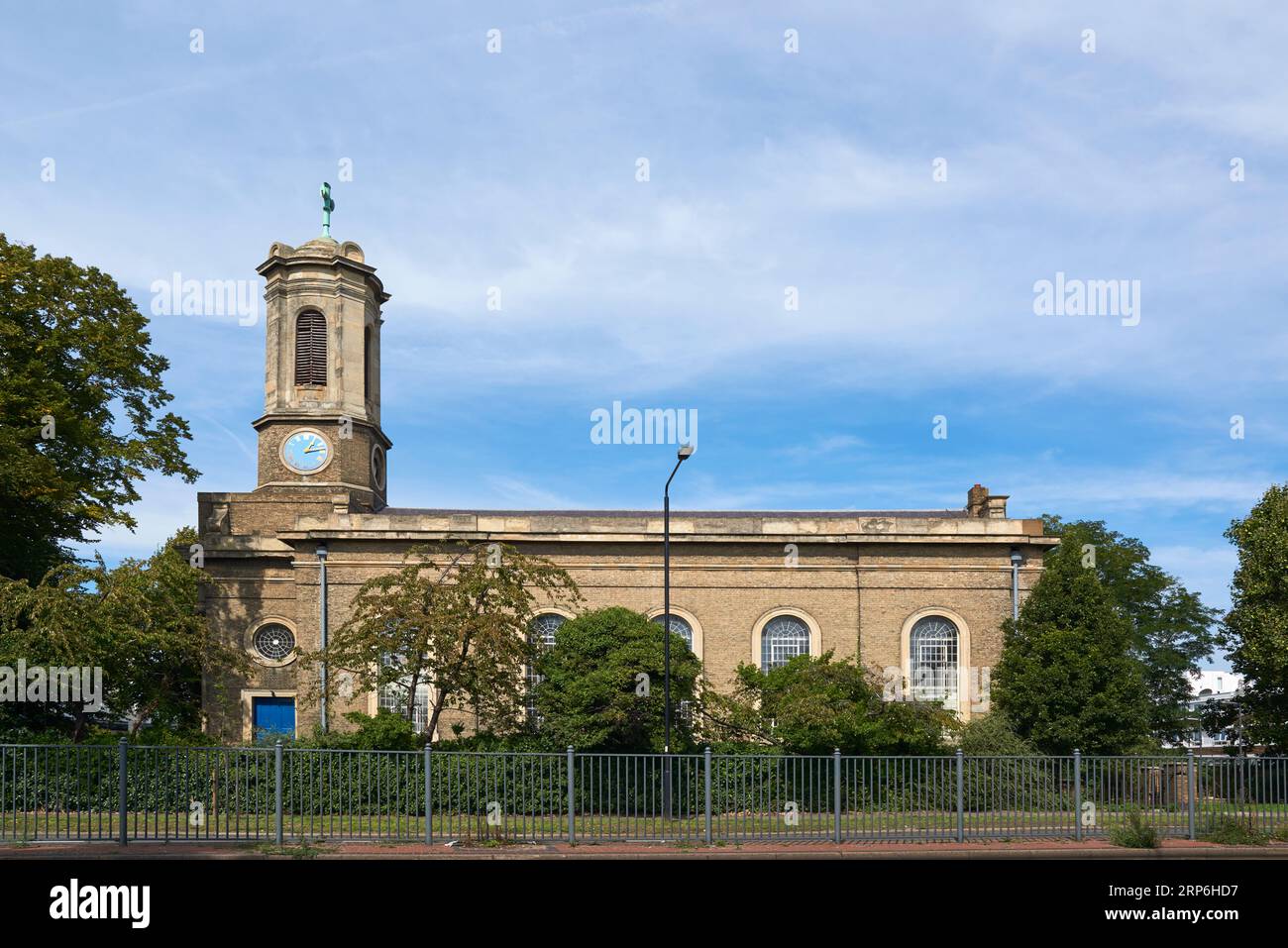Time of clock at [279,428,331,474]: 1:13
